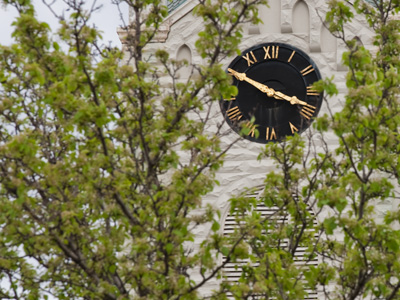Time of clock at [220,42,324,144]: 3:49
